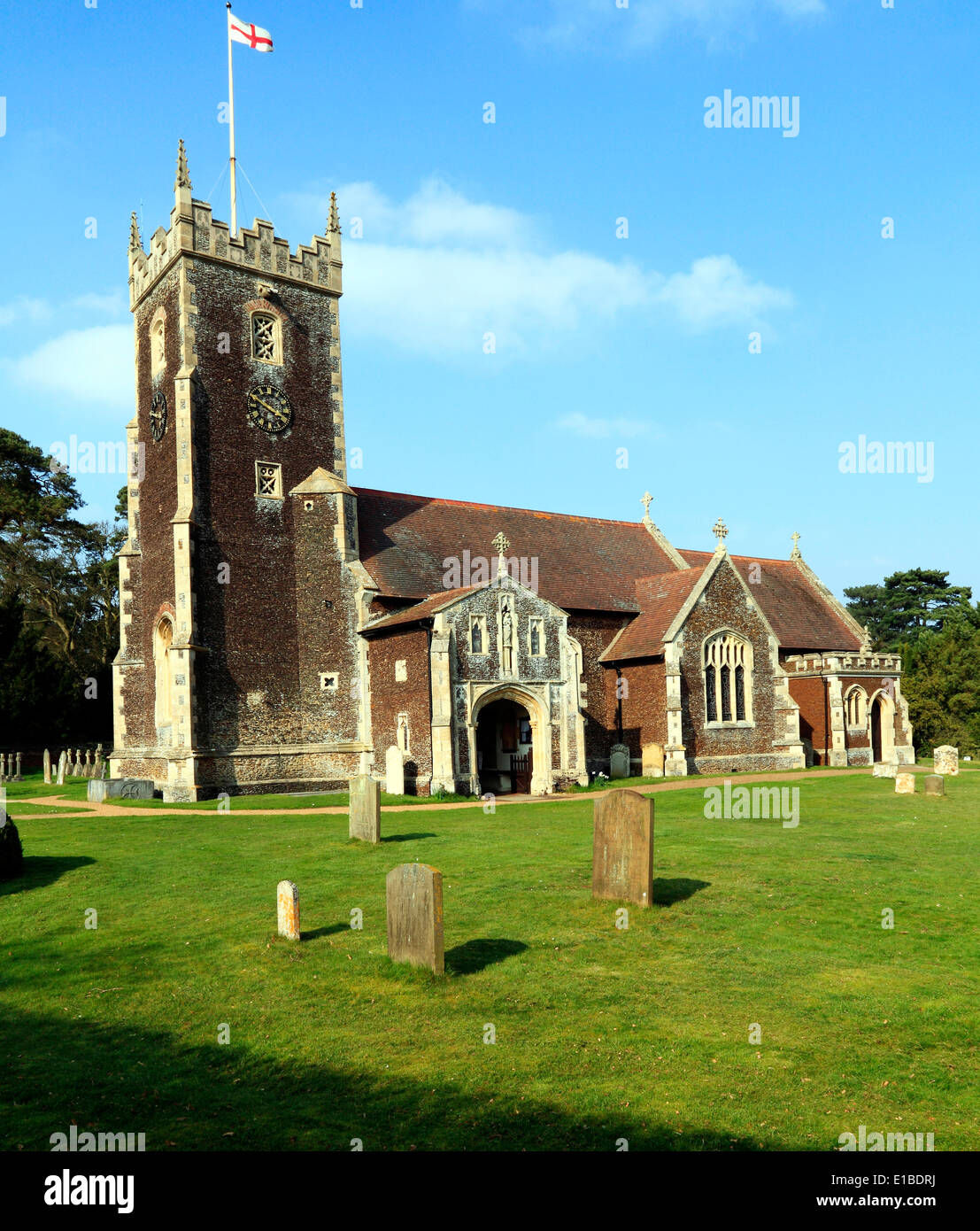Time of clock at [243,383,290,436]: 3:50
